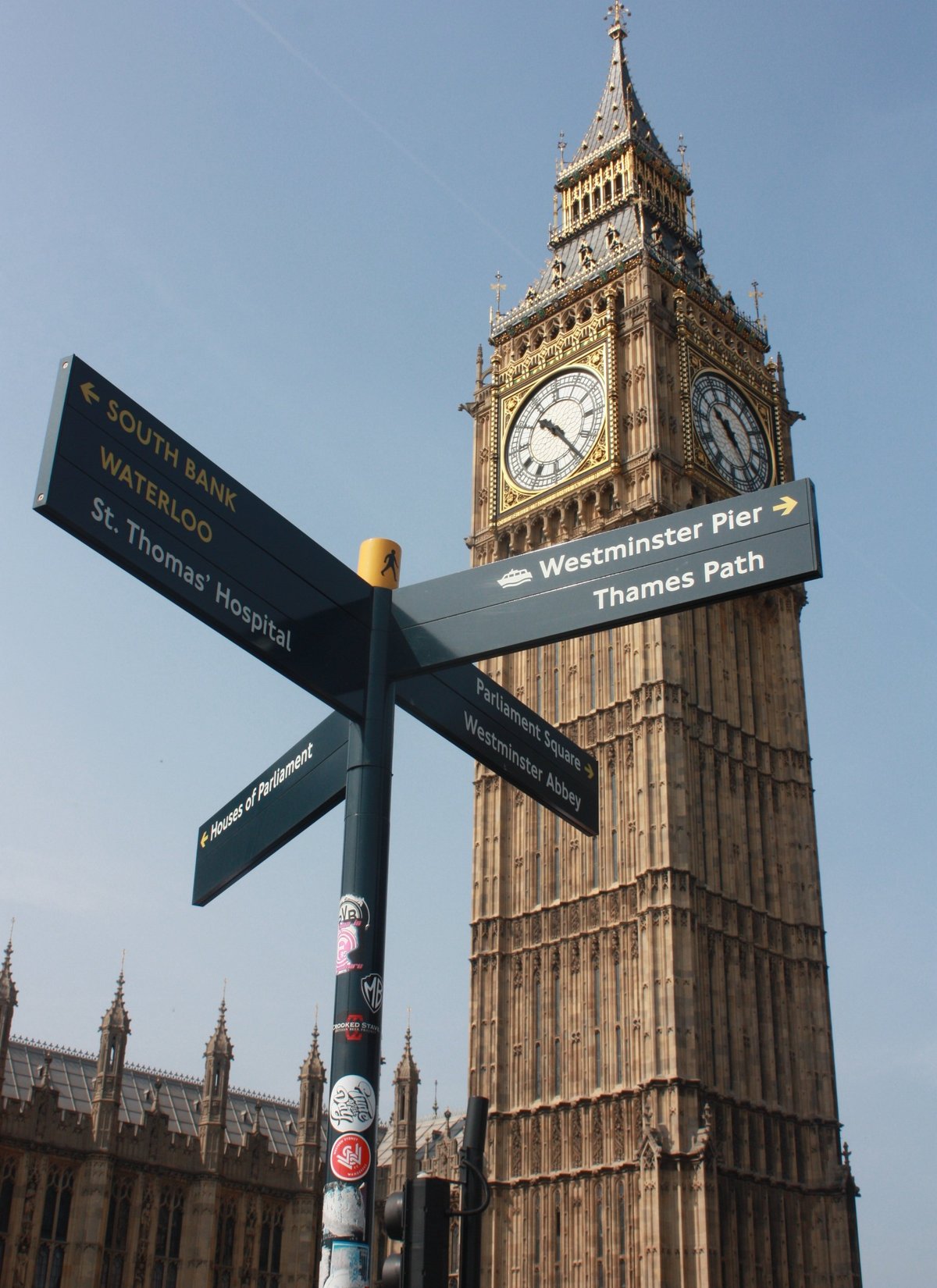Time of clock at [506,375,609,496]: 10:24
